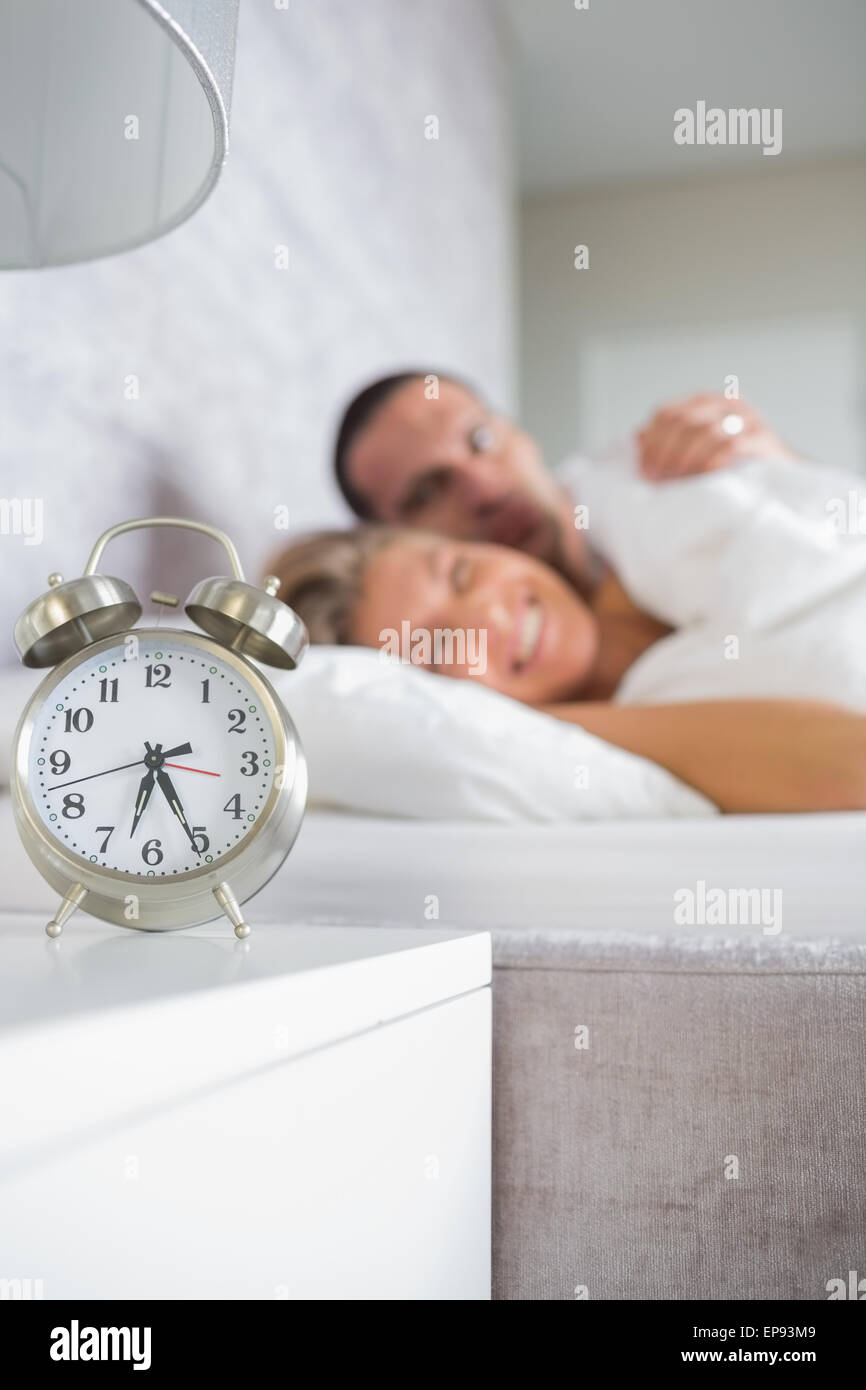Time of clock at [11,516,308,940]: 6:25
